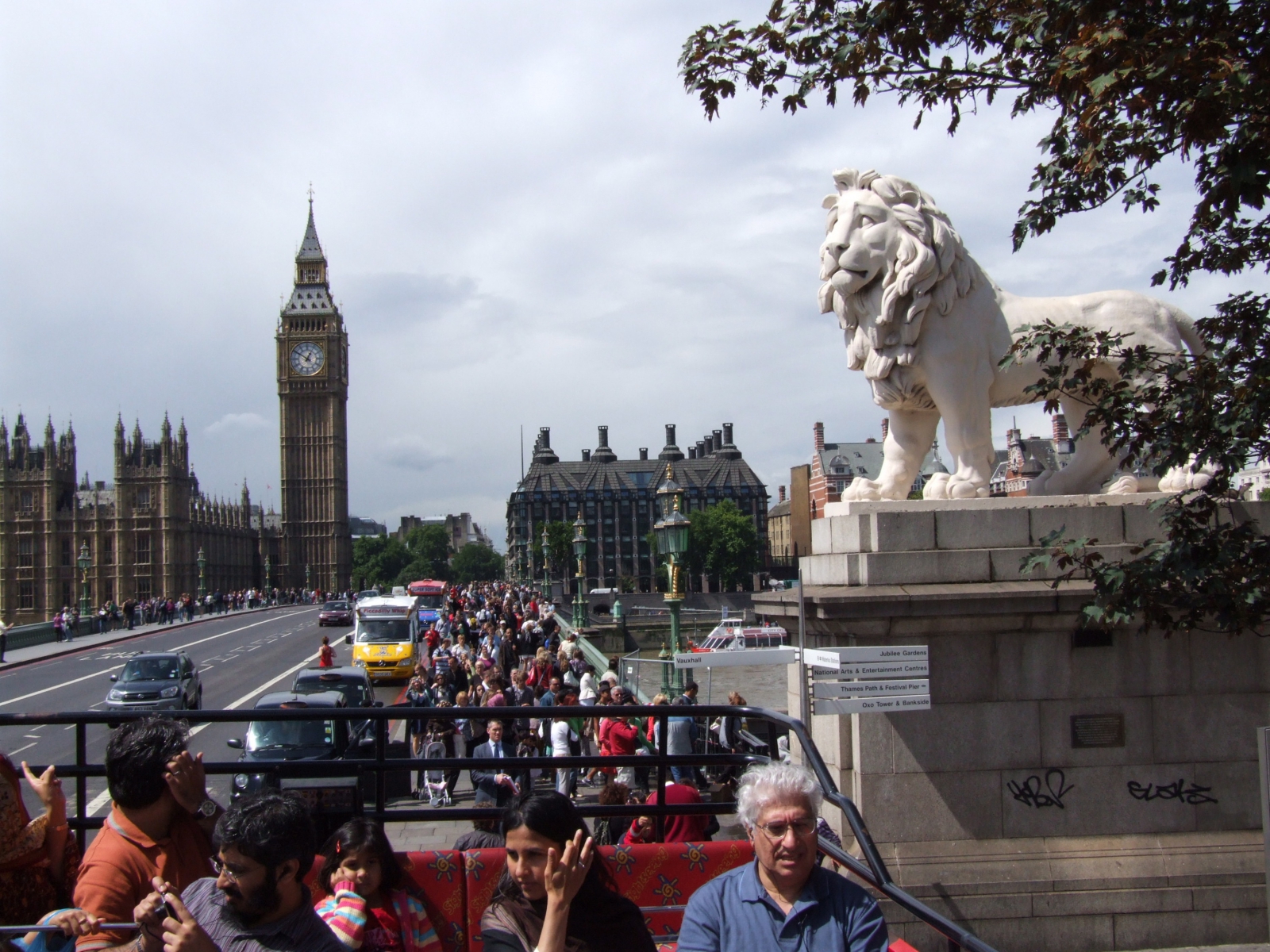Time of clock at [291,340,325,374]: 12:50
